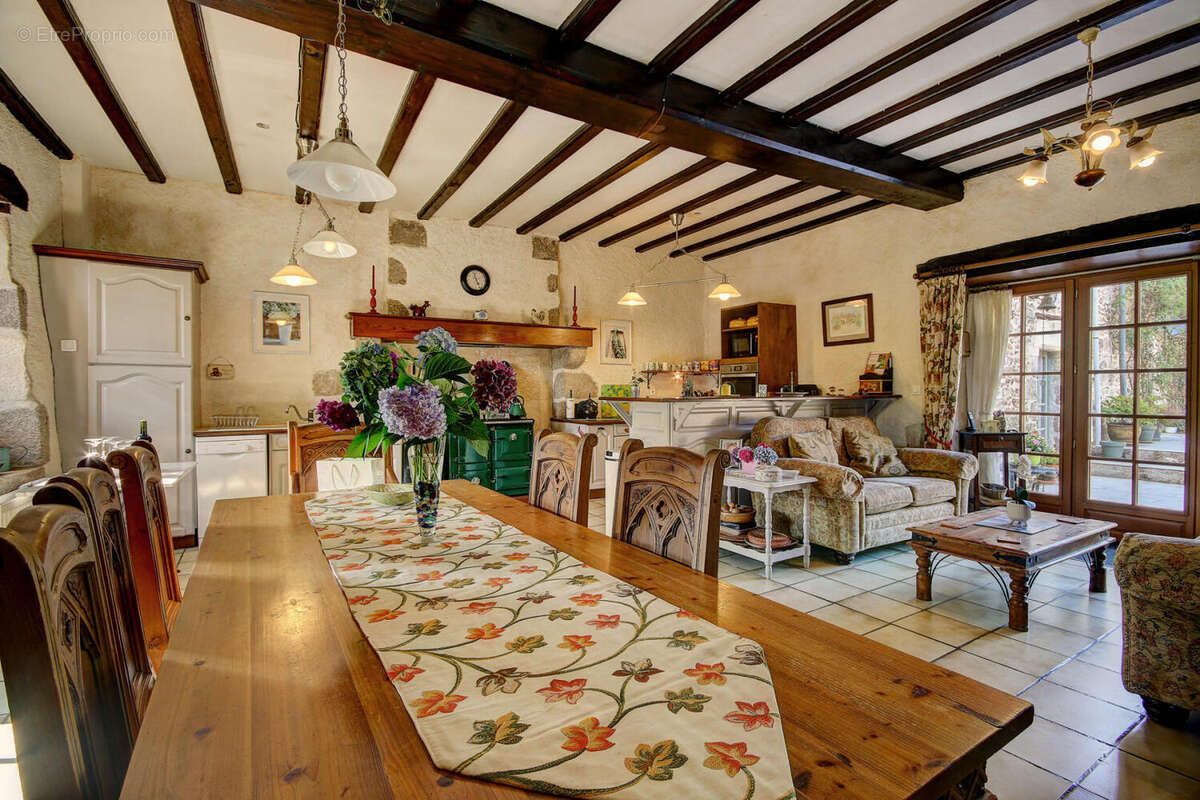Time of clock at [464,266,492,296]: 11:25
